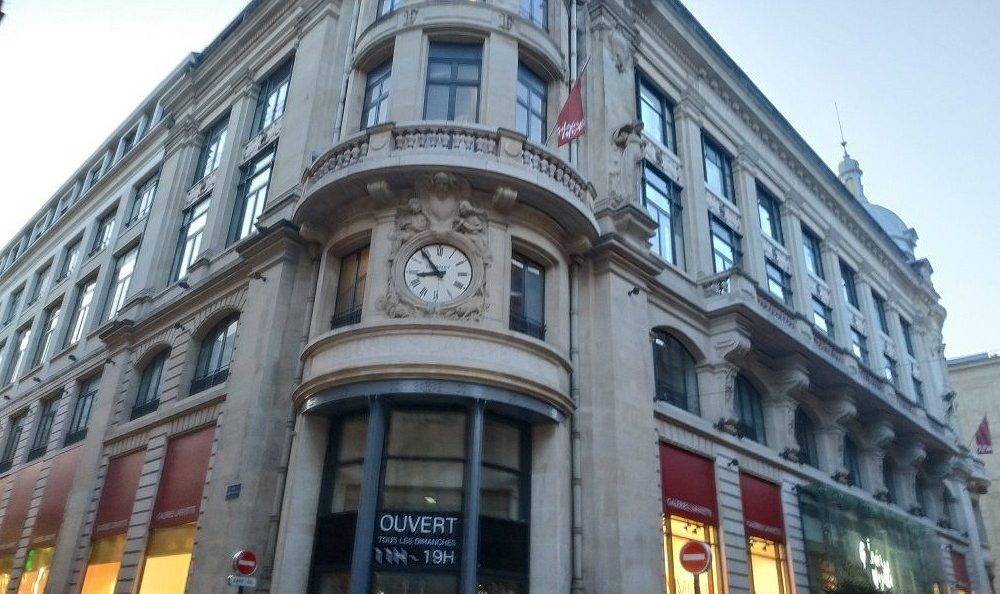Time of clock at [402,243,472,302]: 8:53
